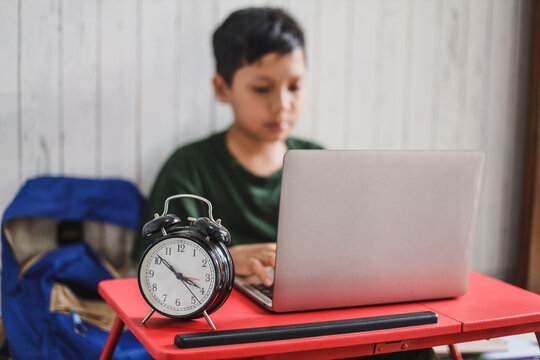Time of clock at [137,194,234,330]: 3:51
